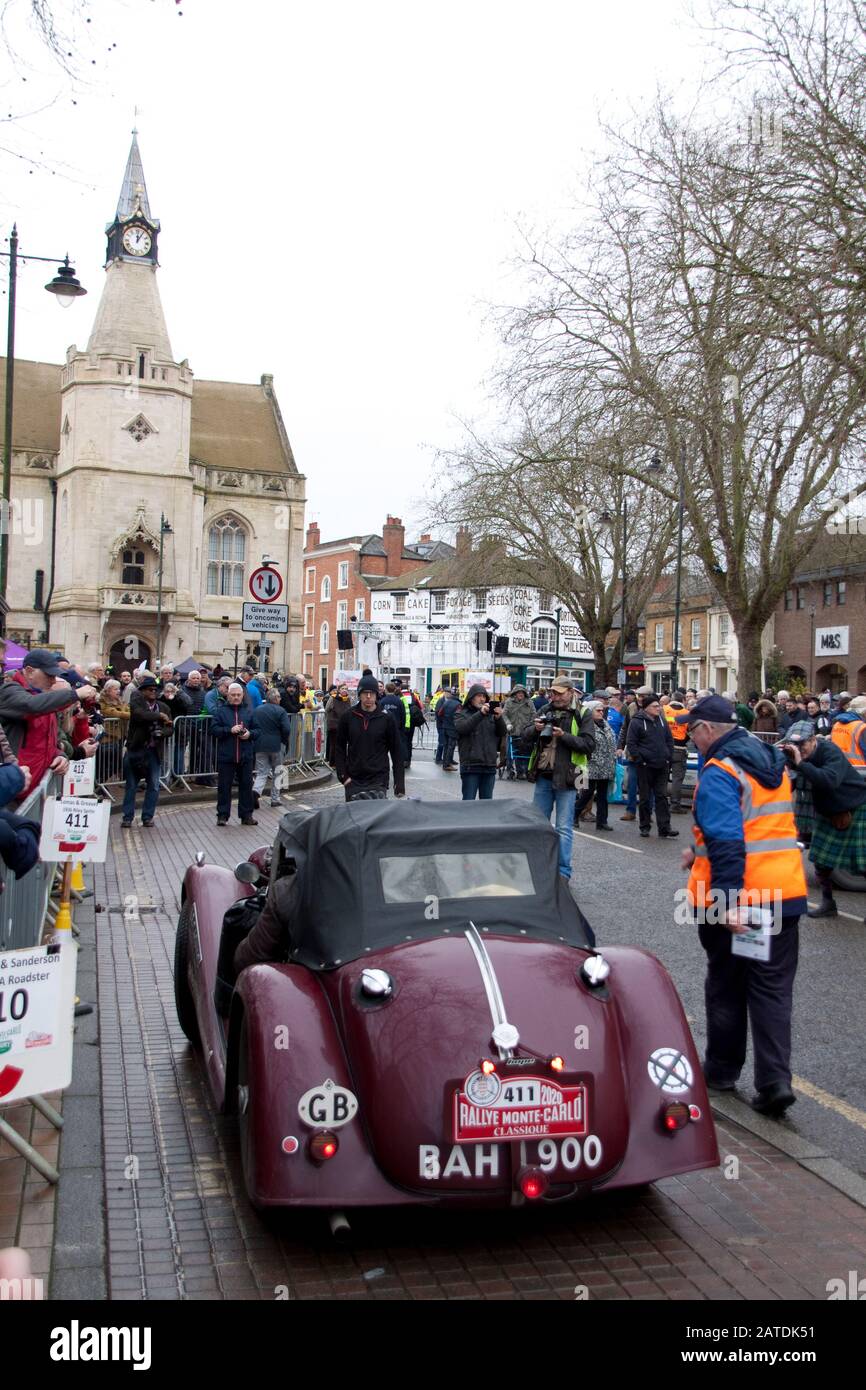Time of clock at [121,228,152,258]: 12:05
